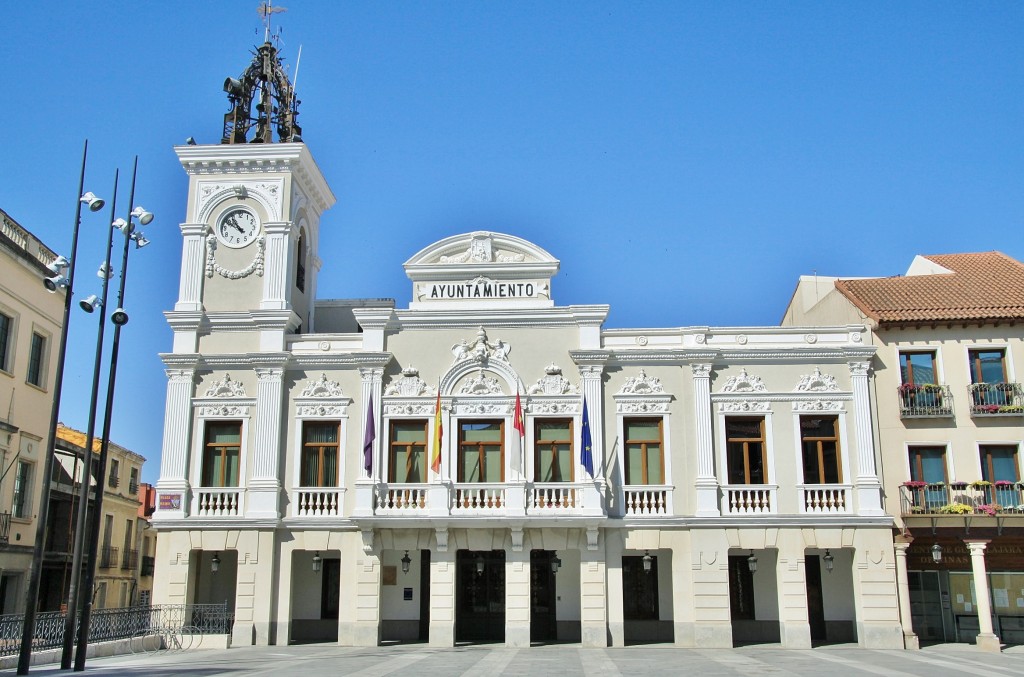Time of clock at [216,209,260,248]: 10:50
